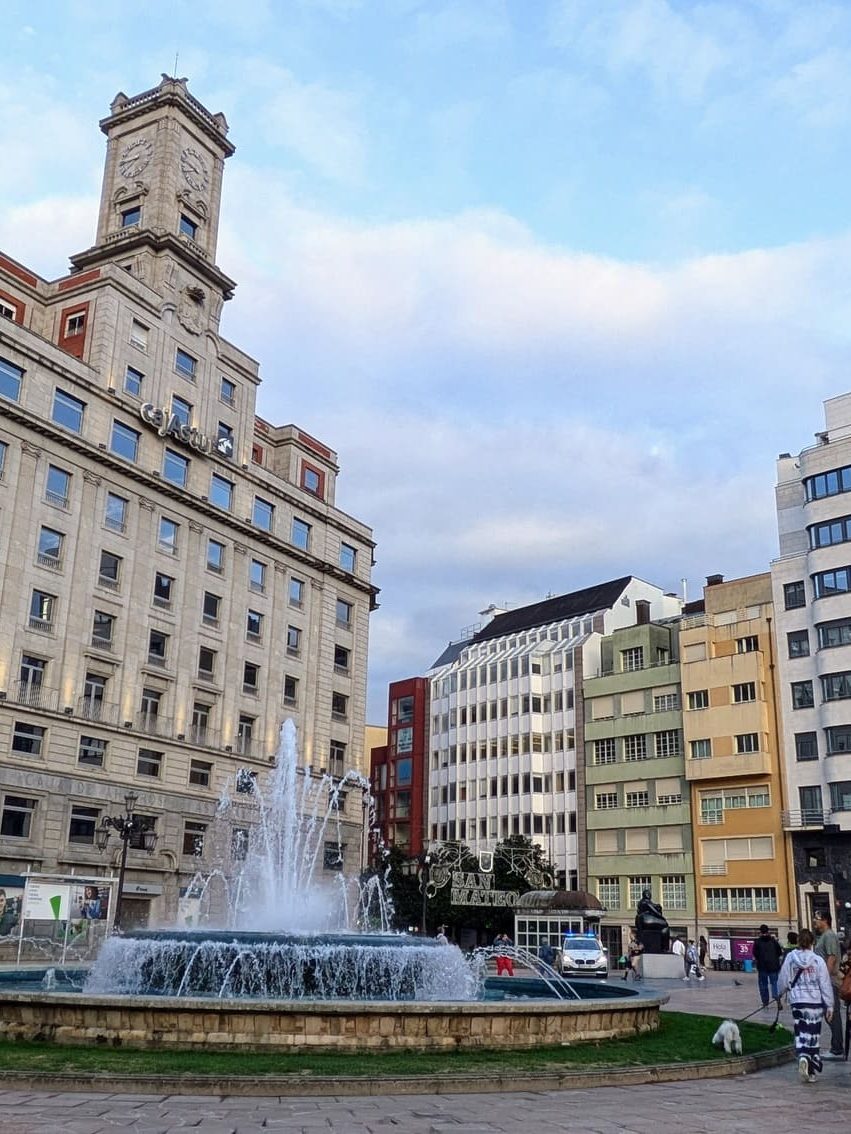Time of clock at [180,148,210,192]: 9:42
